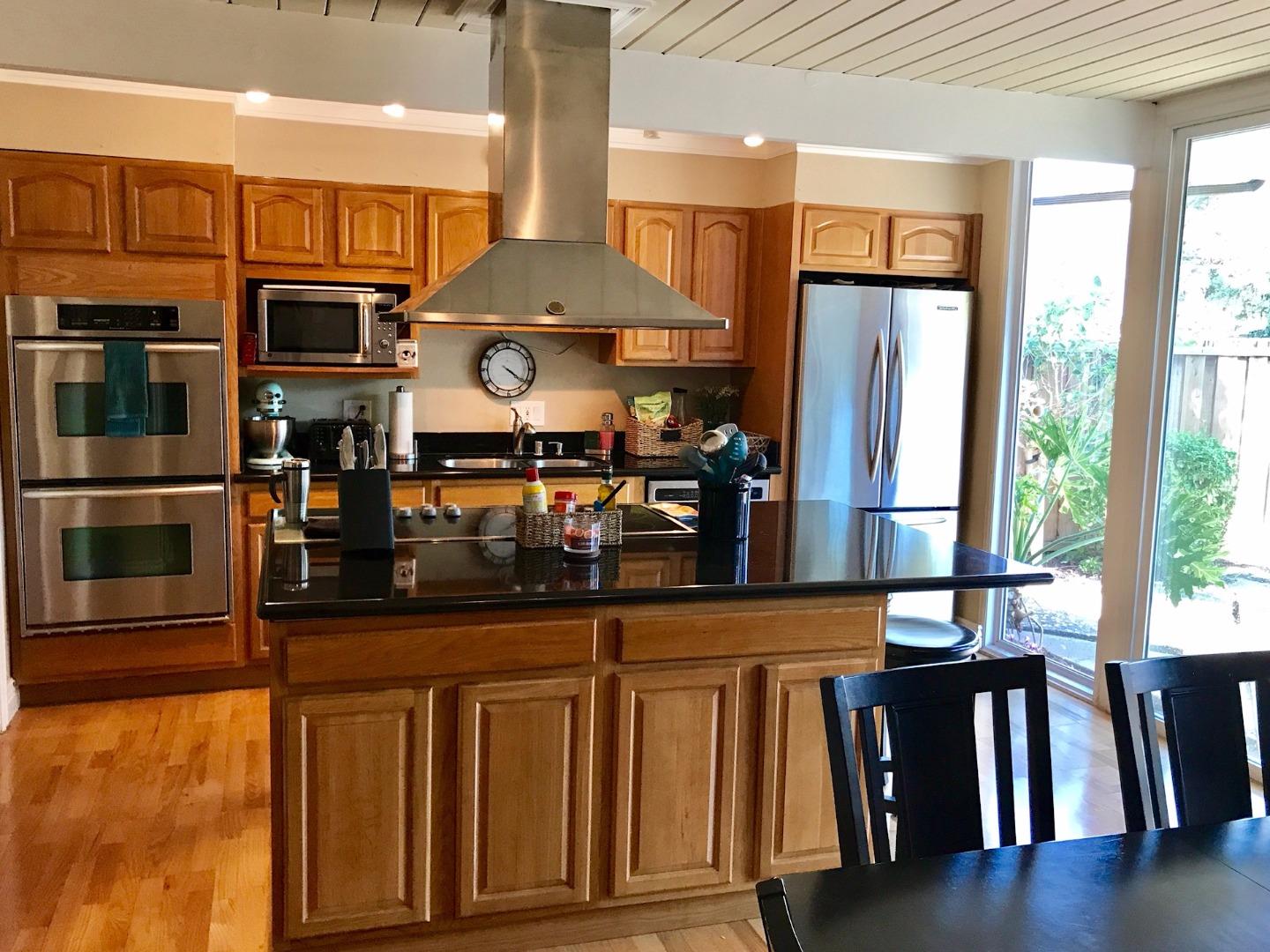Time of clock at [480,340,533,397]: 4:21
